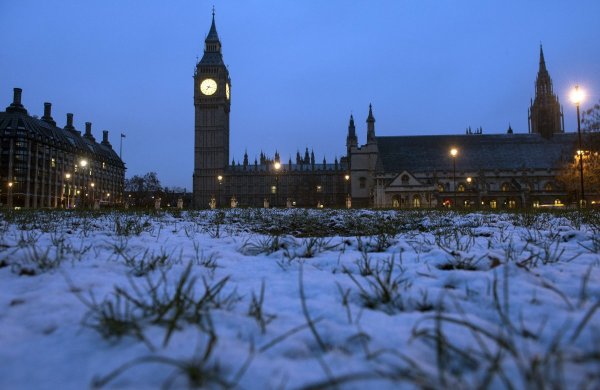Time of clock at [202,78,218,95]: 7:17
